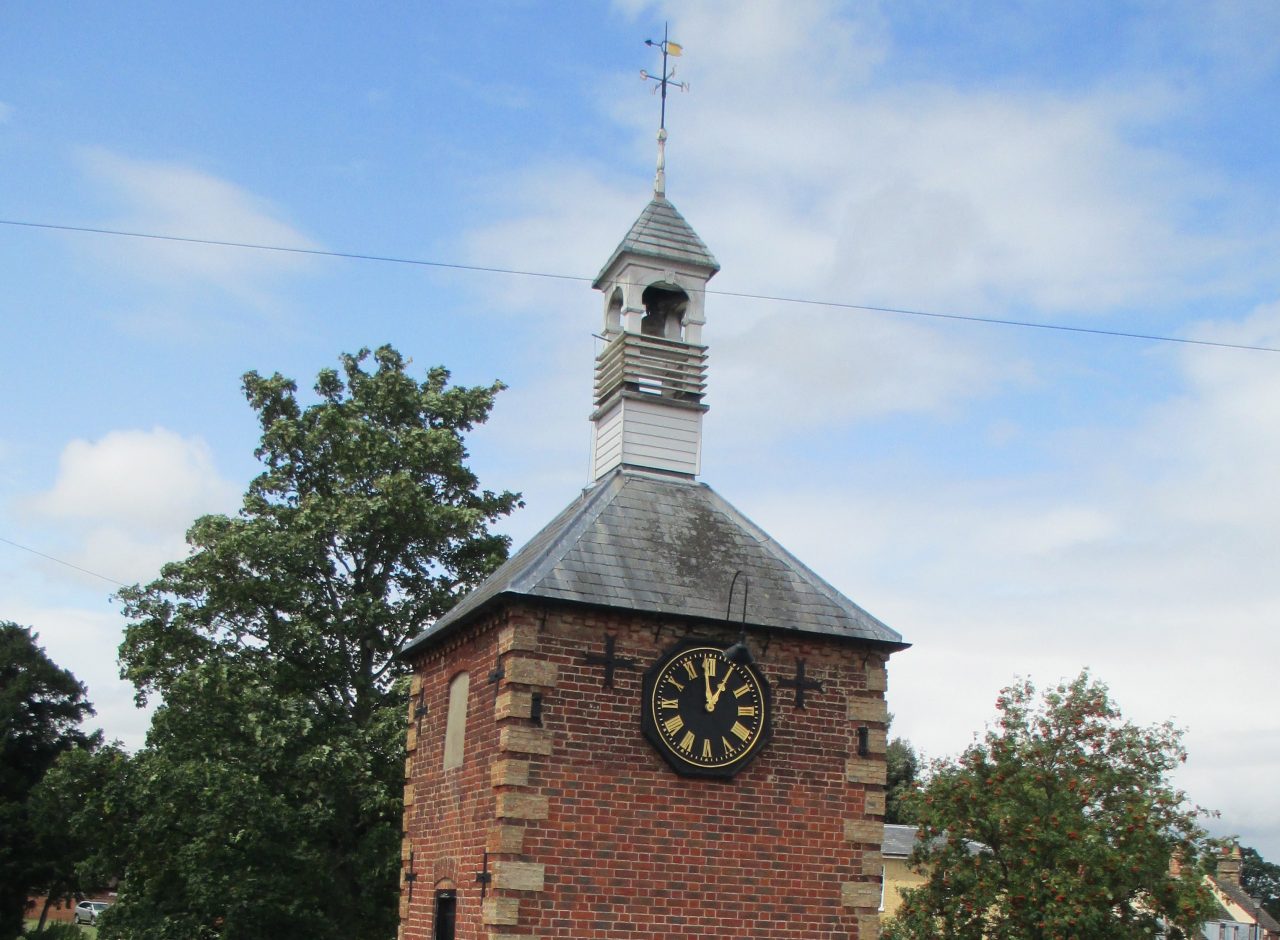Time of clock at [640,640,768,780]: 12:59
